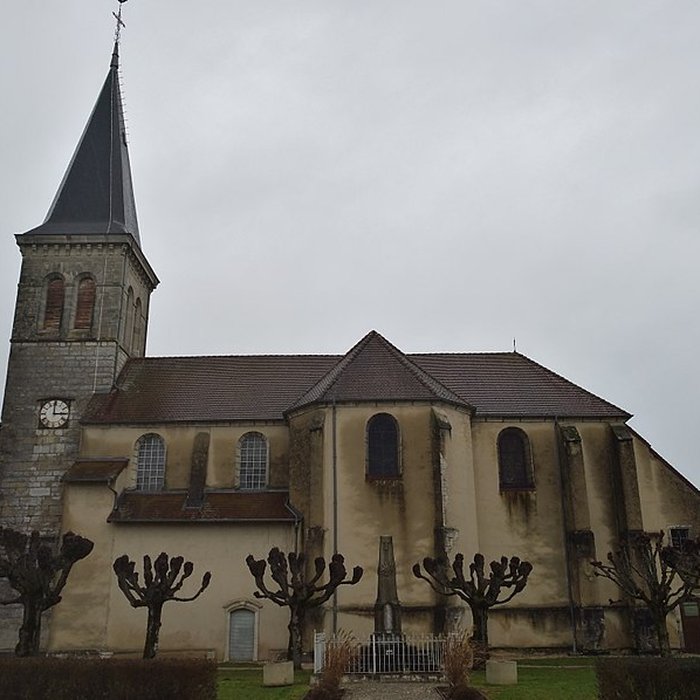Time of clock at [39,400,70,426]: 2:59
